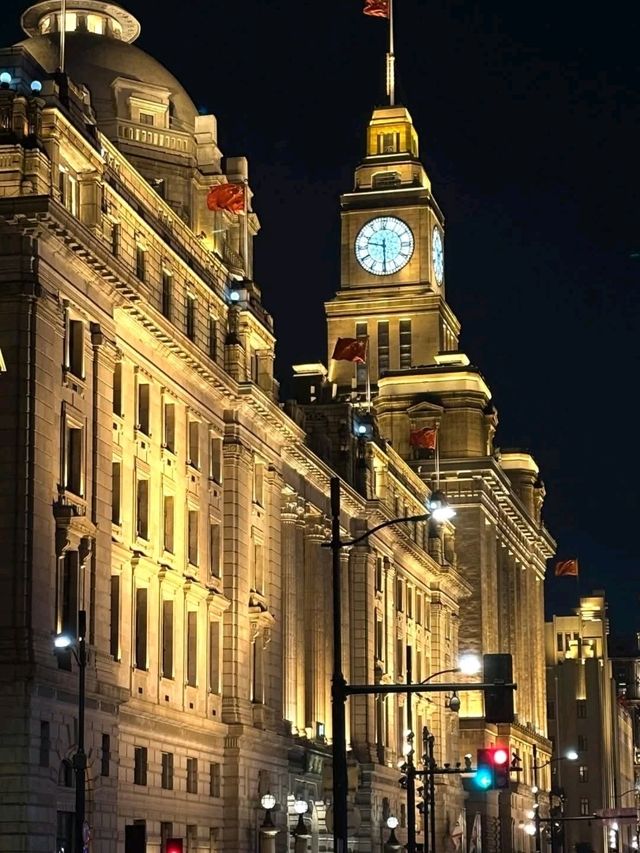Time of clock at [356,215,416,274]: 9:29
